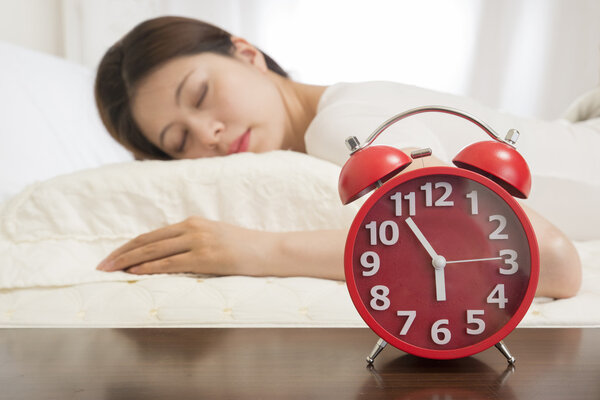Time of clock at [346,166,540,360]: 5:54
